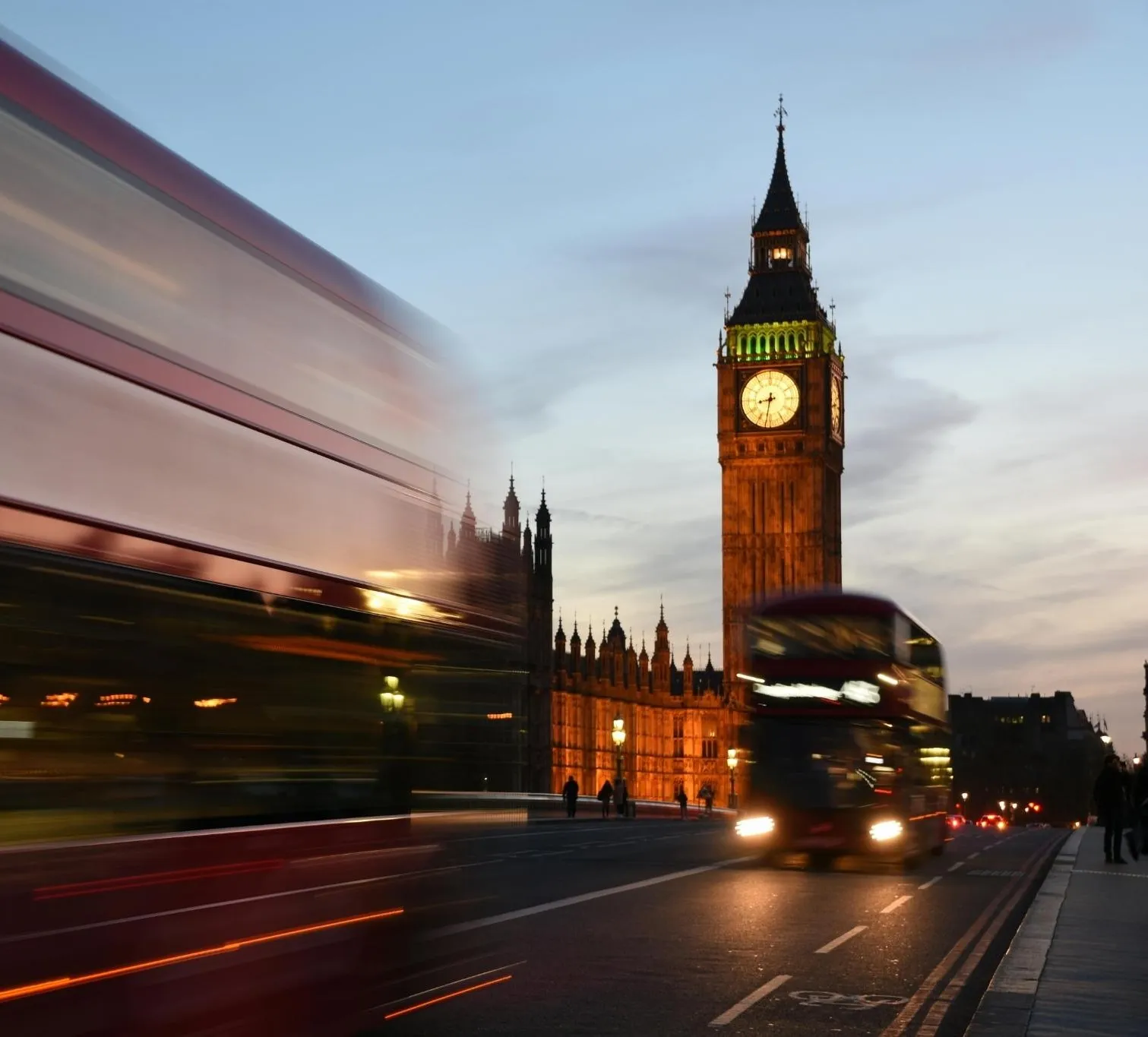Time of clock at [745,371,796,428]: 8:31
